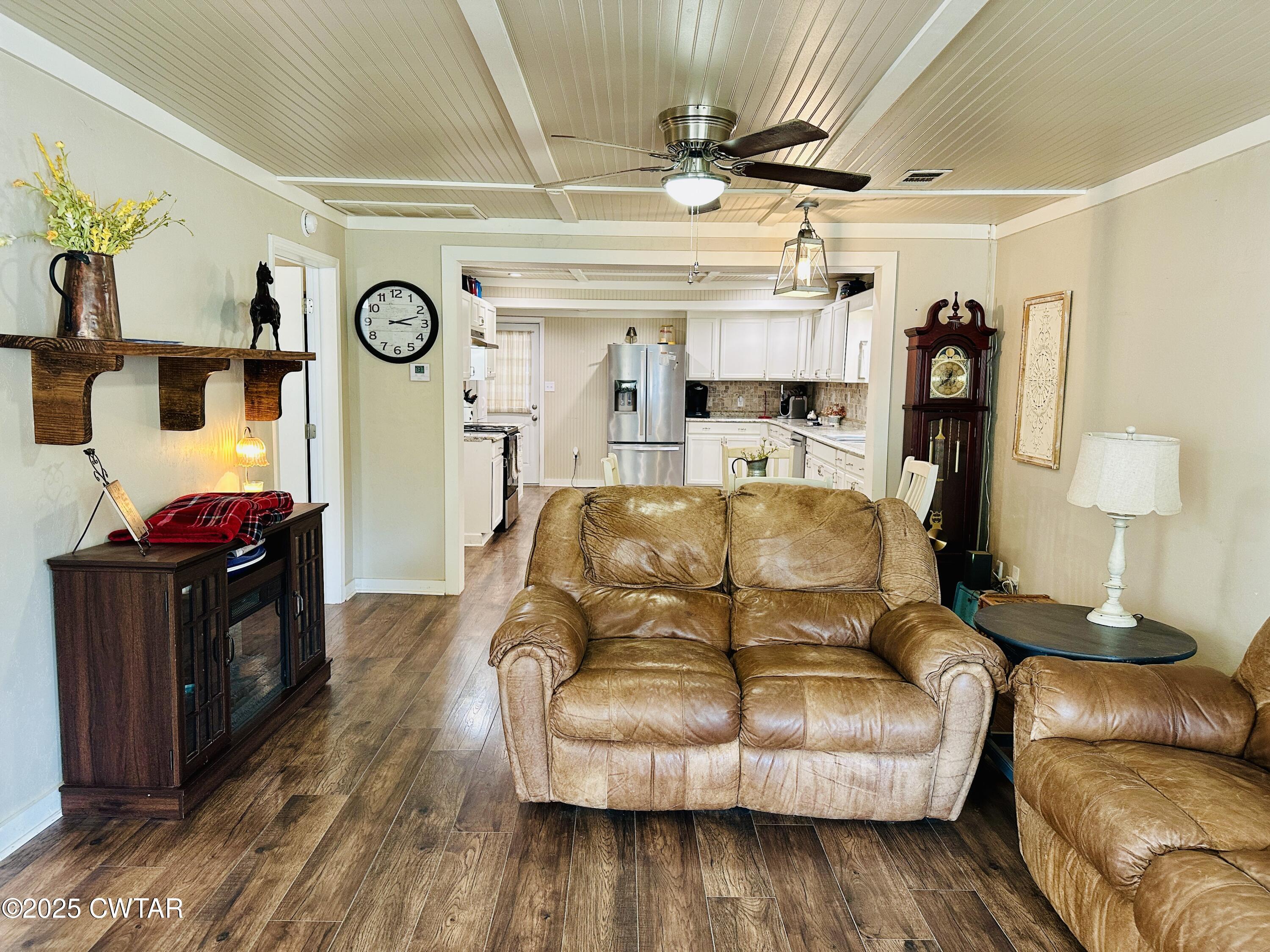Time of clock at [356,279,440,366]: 3:12
